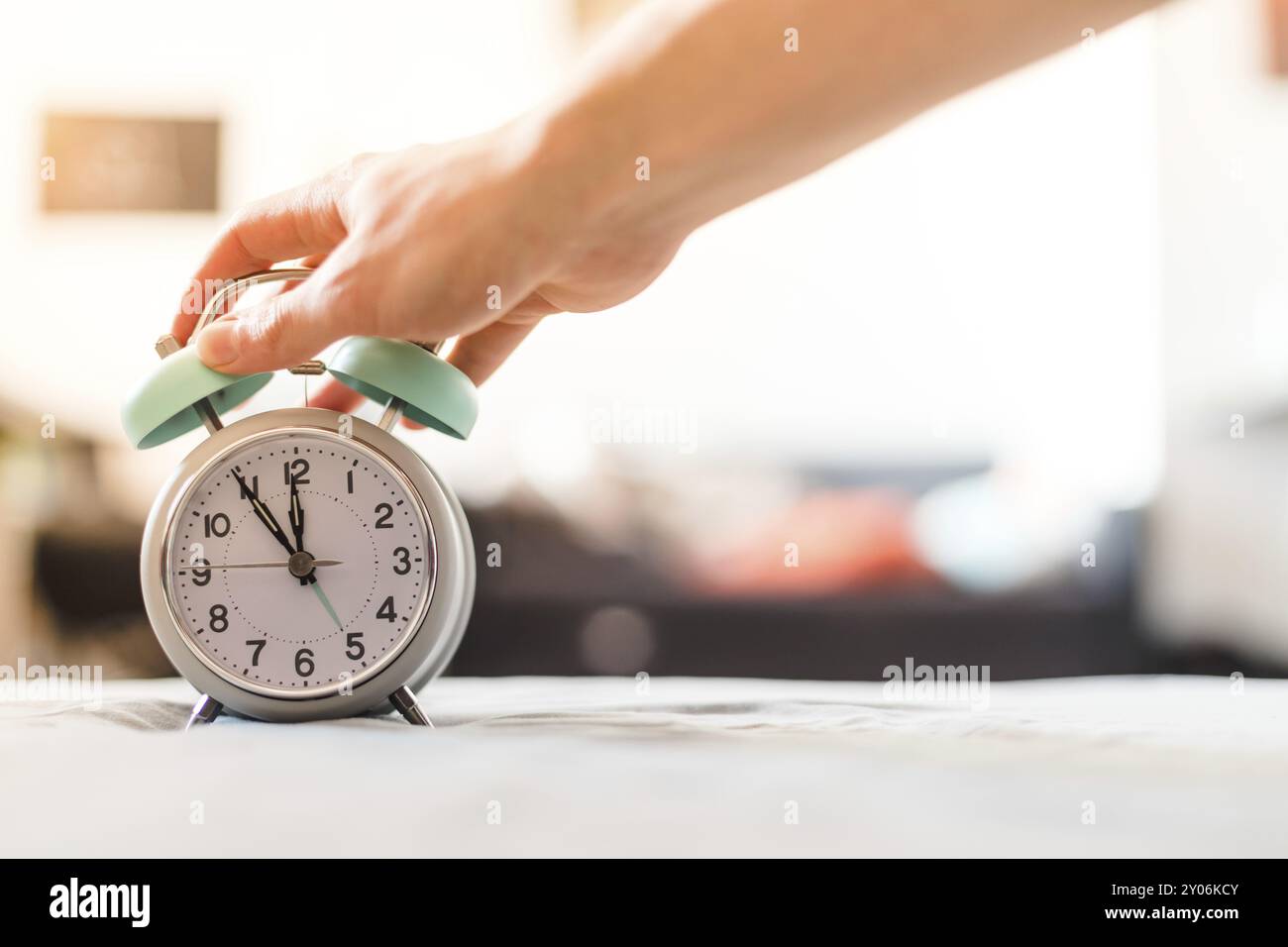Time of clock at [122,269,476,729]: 11:54
